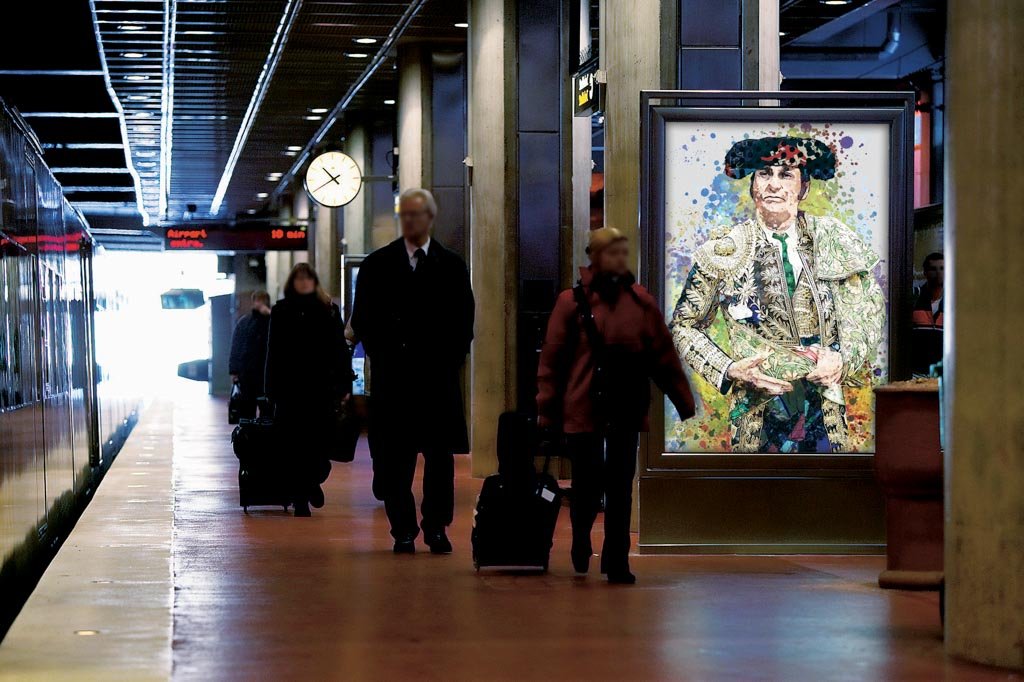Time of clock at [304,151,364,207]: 10:40
